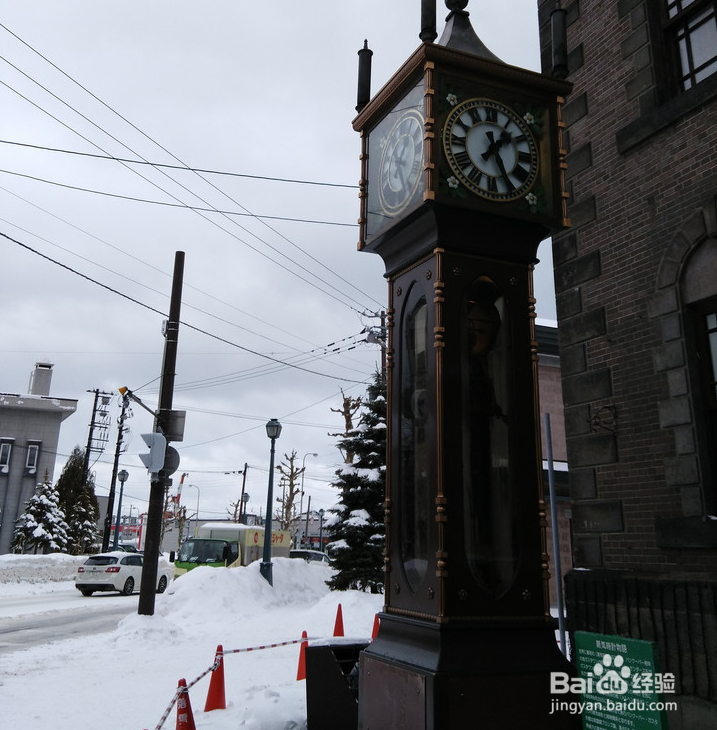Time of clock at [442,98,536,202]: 1:26
